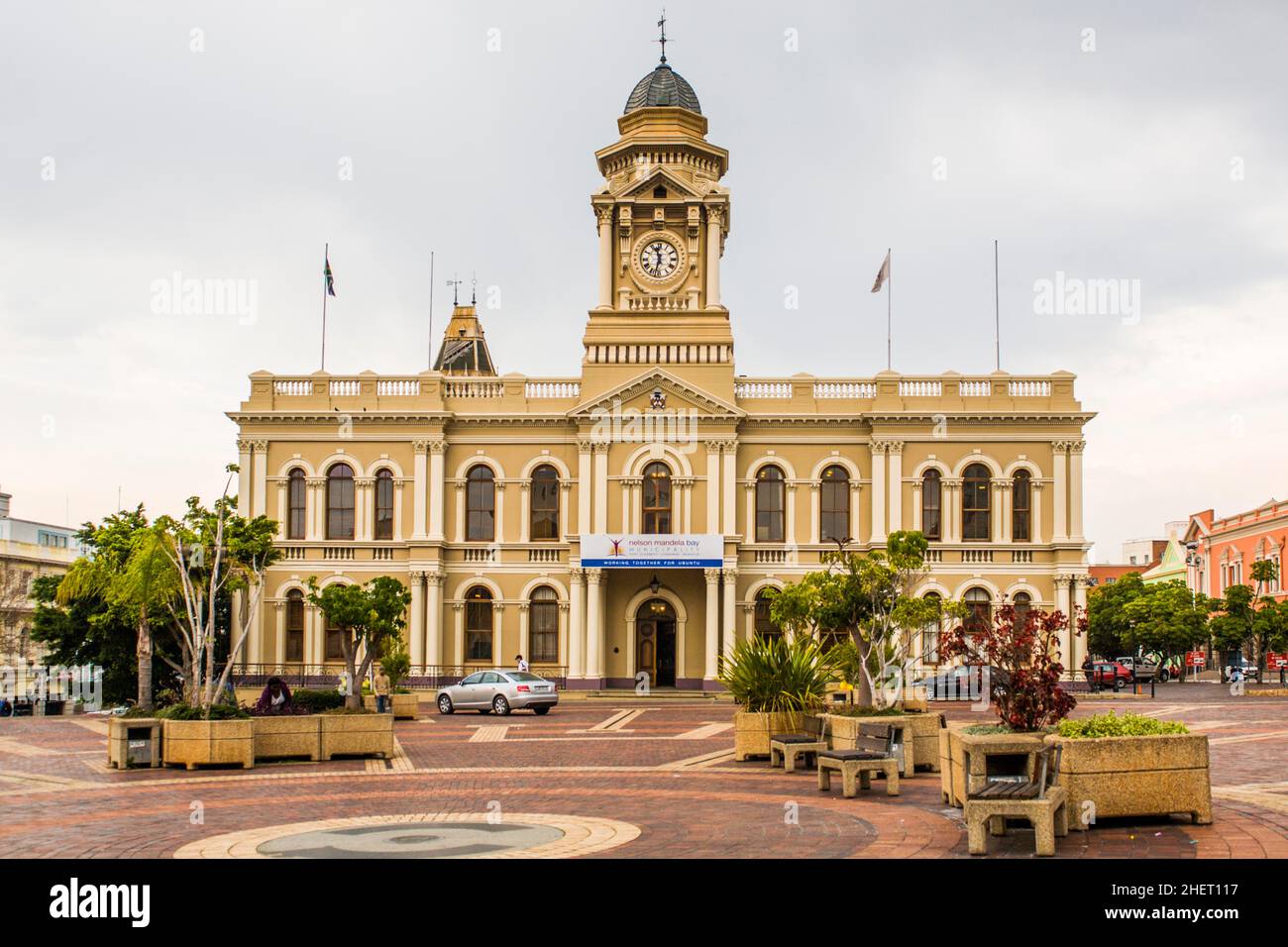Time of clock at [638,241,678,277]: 11:32
